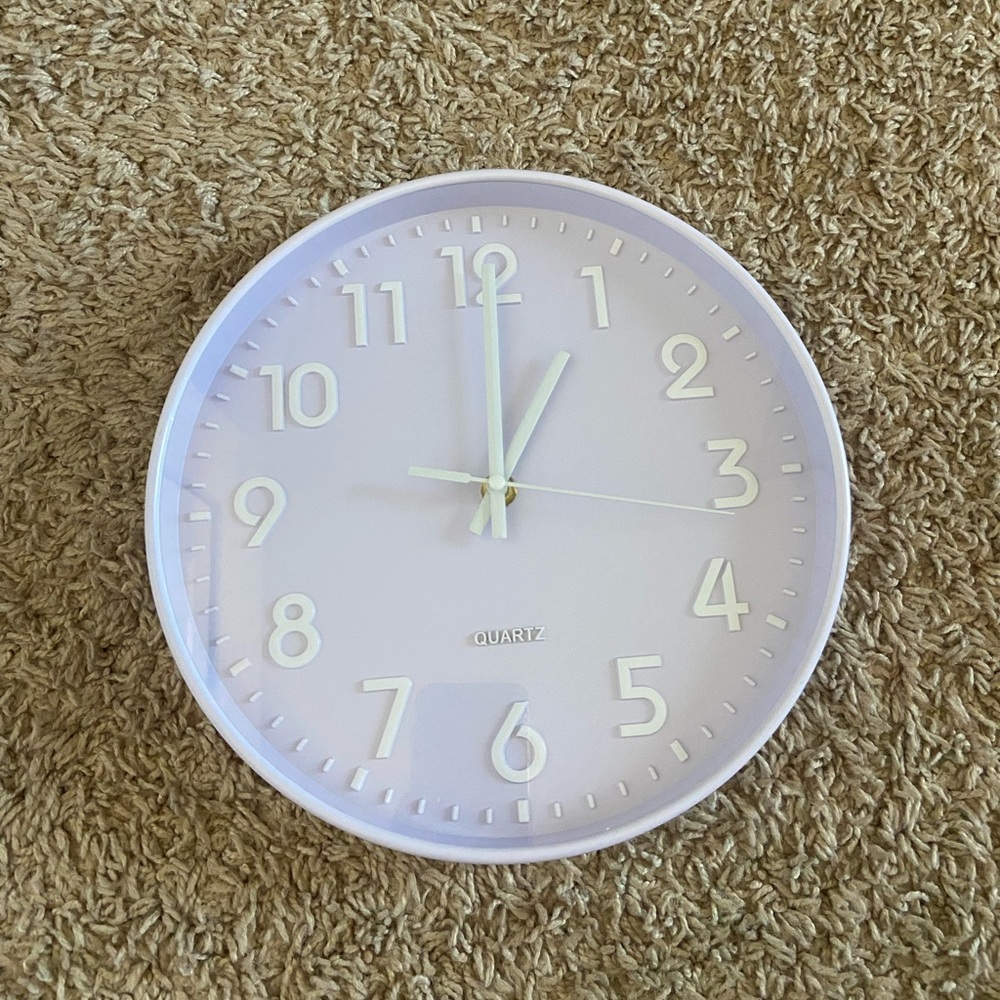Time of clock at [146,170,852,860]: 1:00
